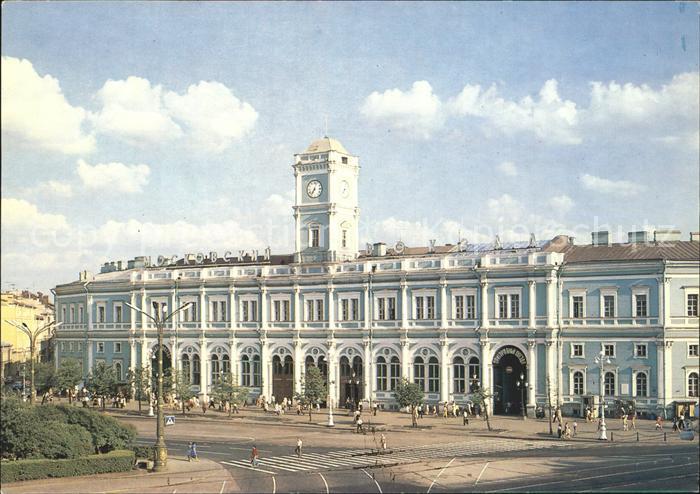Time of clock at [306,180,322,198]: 7:03
